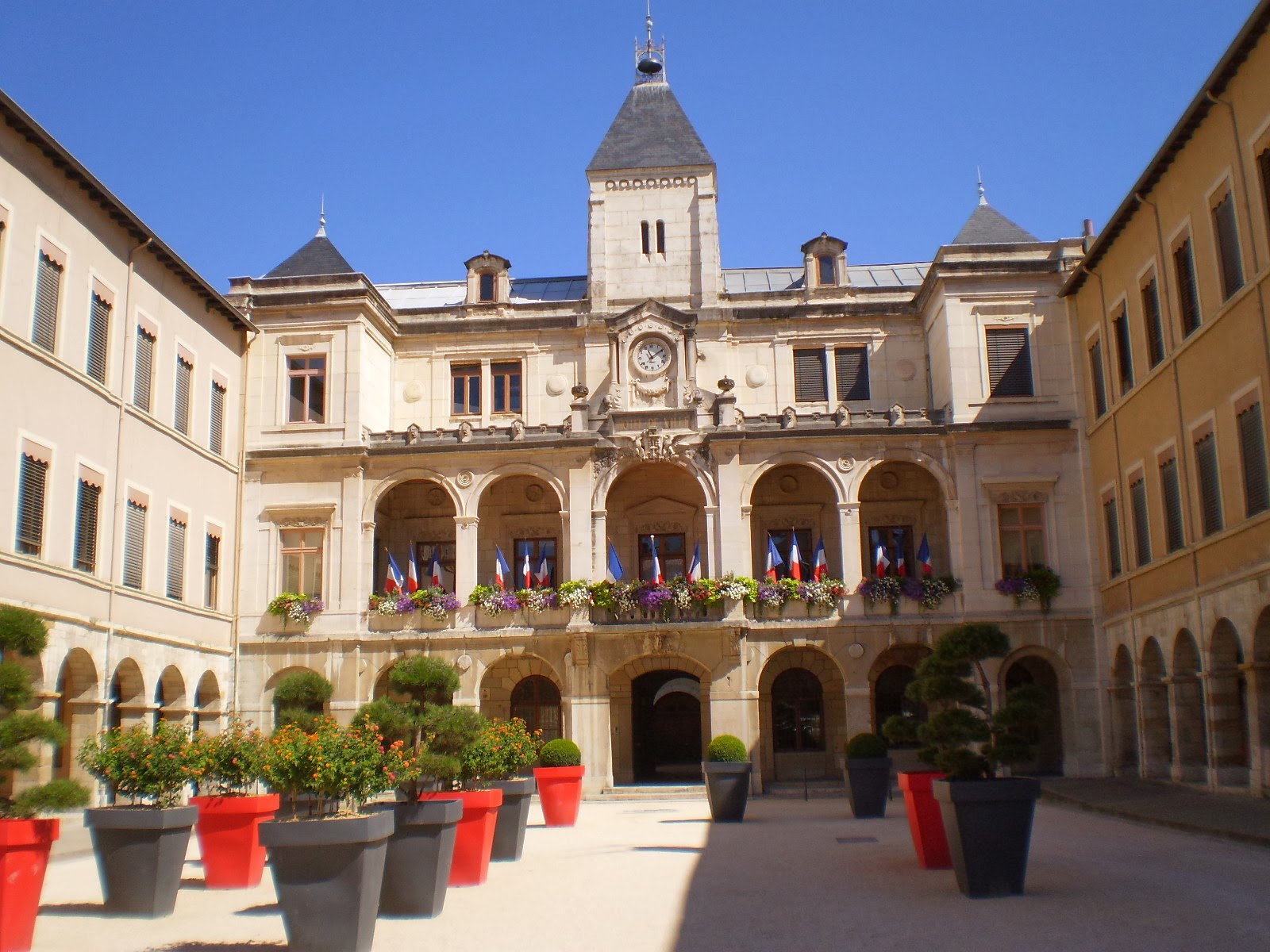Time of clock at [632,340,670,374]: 11:09
